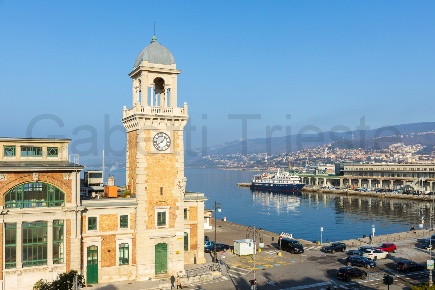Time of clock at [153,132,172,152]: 8:07
